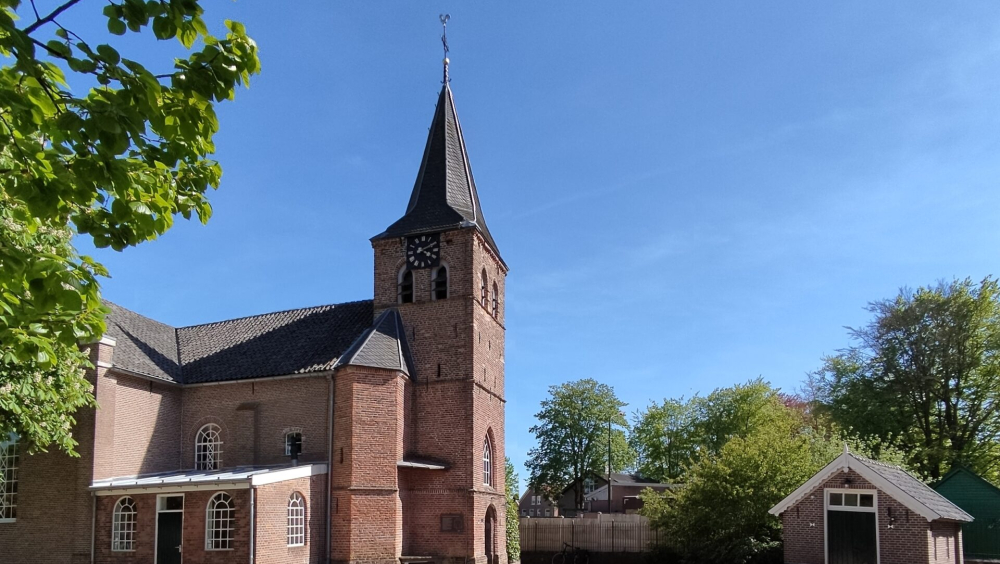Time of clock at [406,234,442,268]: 4:10
